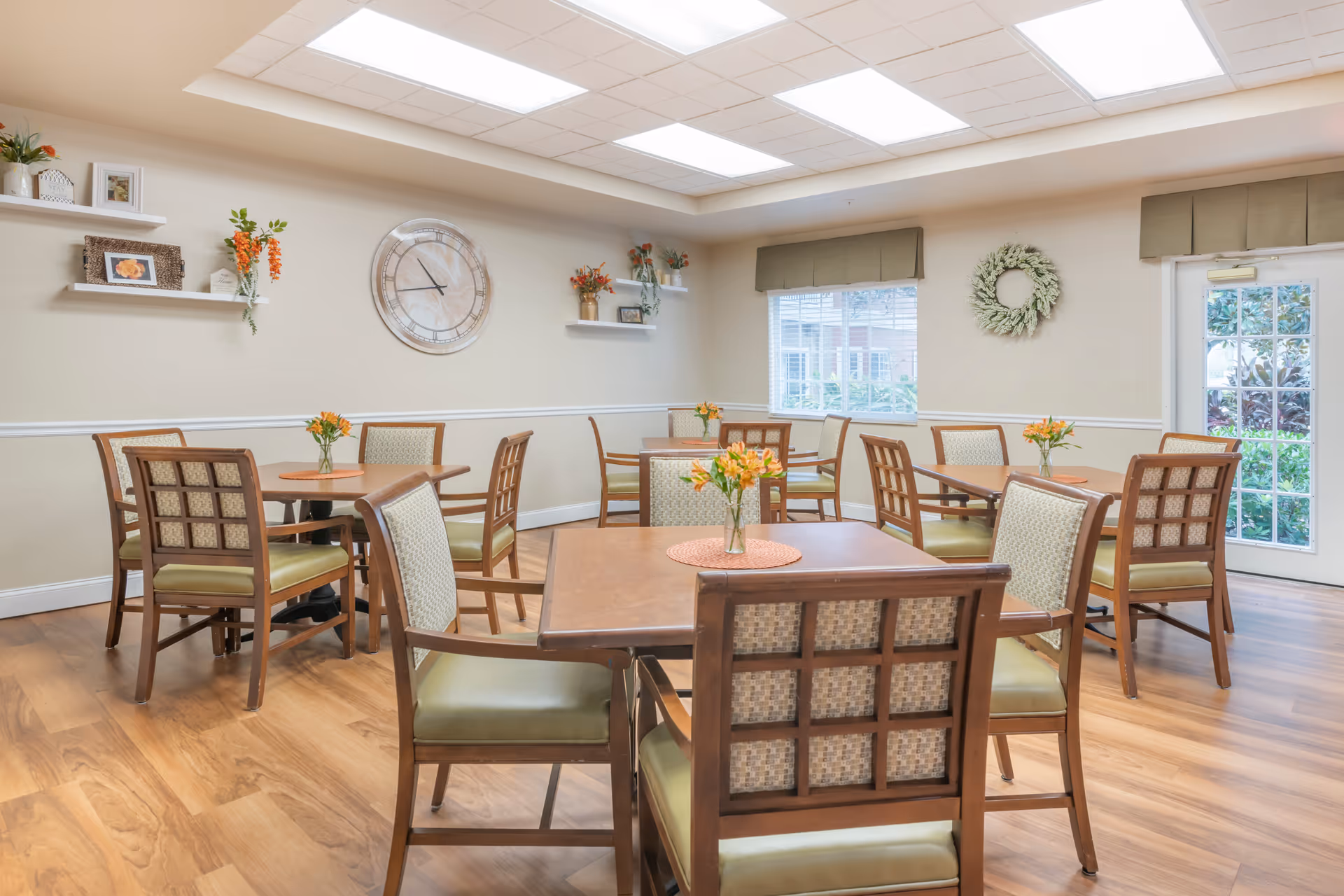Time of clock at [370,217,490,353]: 10:42
